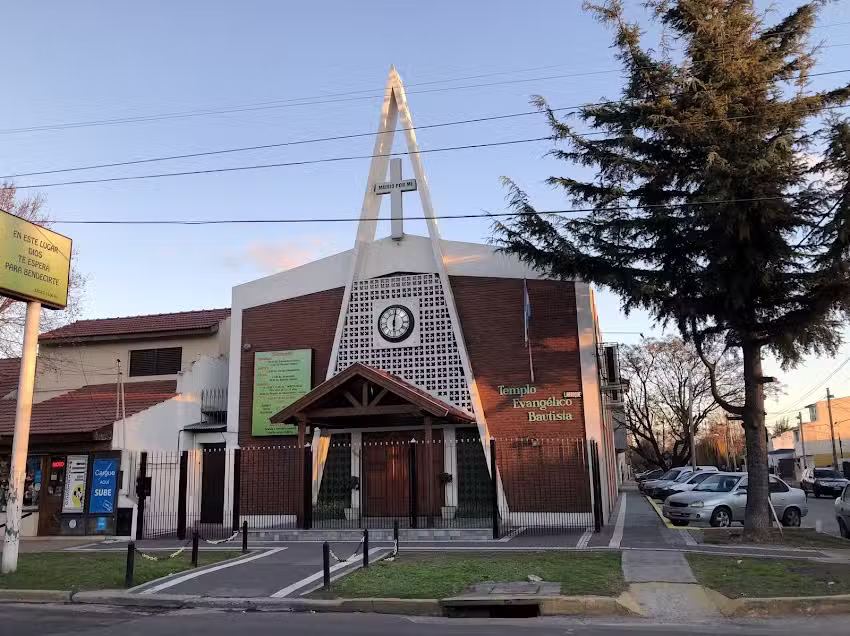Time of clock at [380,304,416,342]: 6:01
